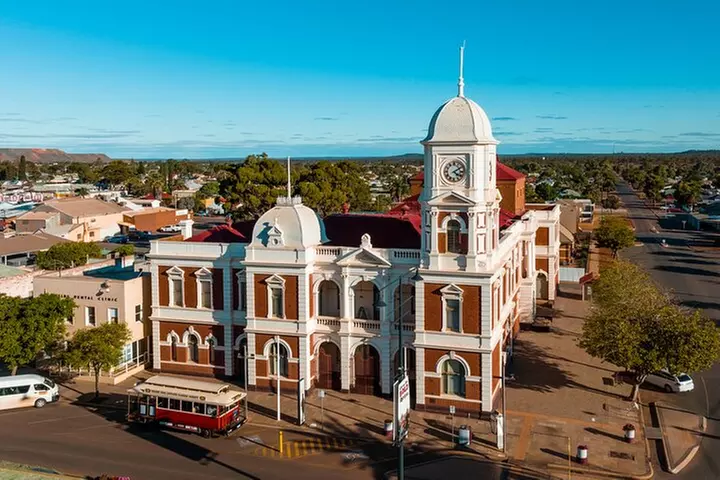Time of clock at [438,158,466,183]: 4:09
